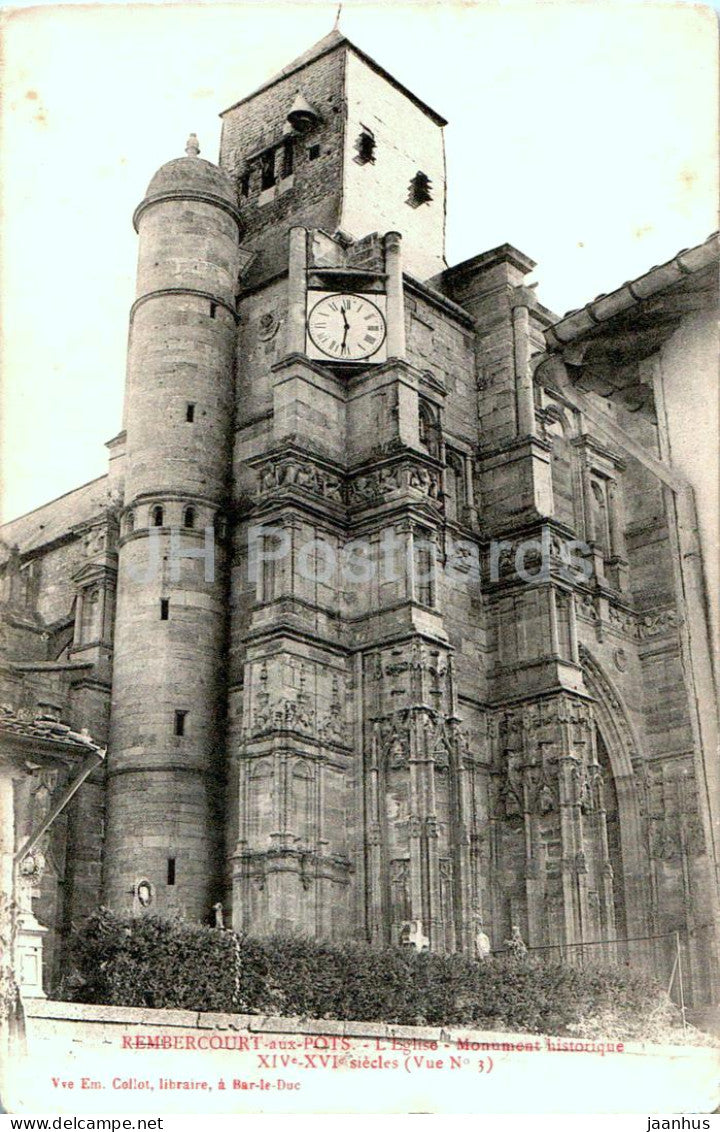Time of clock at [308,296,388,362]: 11:31
